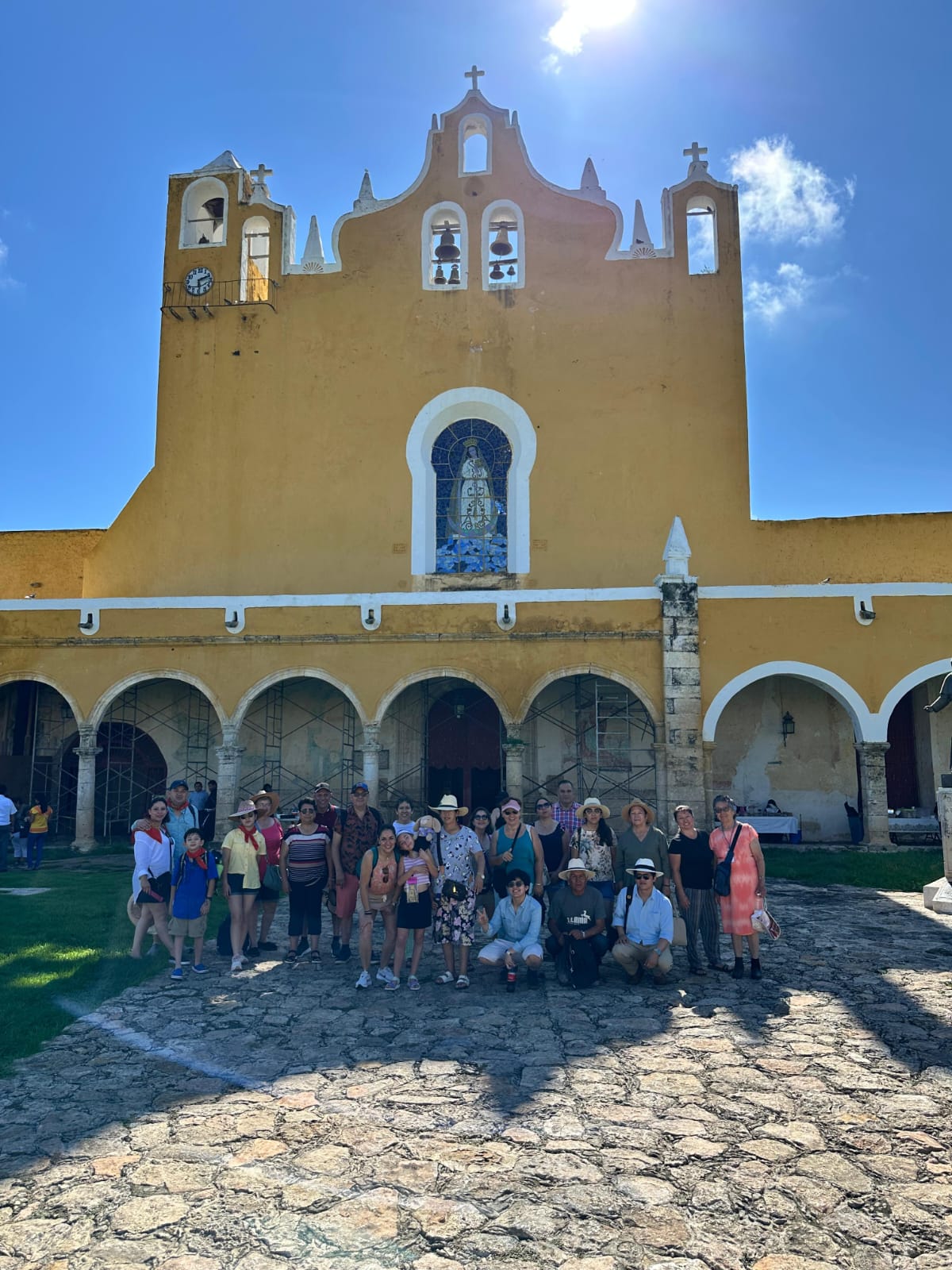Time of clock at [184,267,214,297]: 2:29
